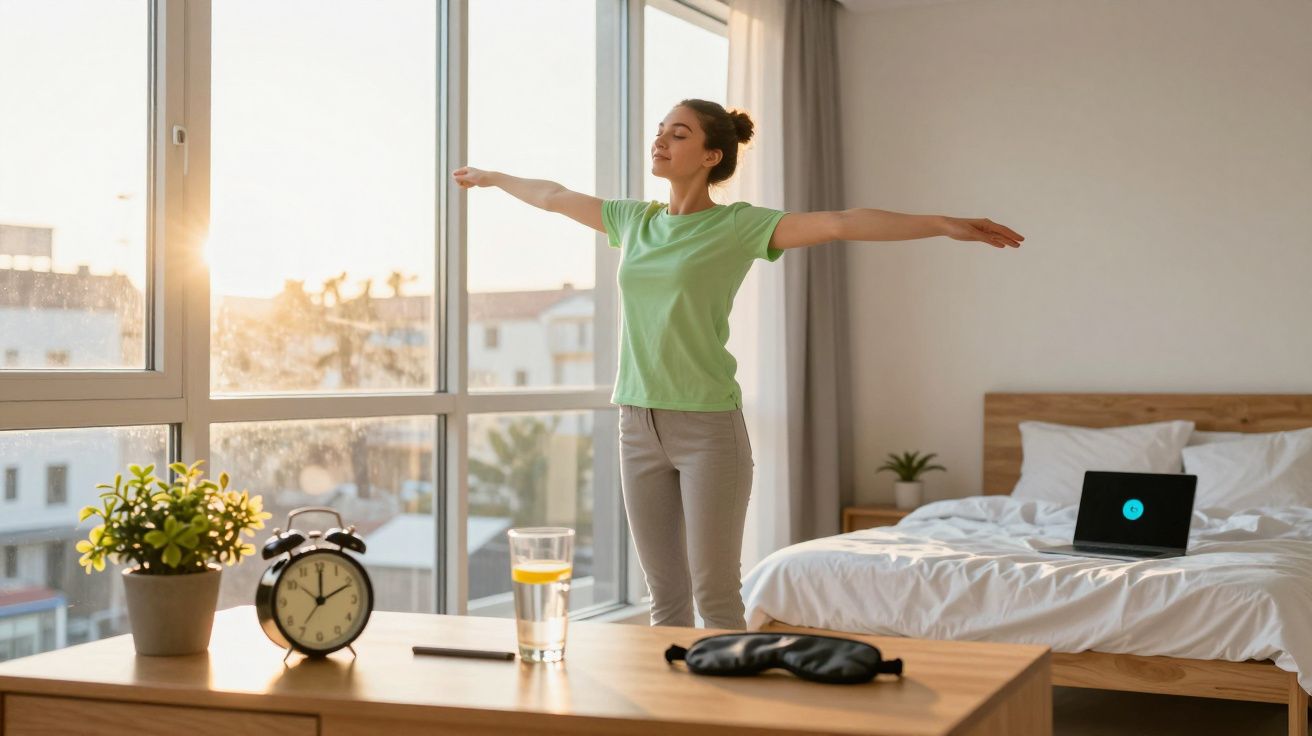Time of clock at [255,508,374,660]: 12:10
